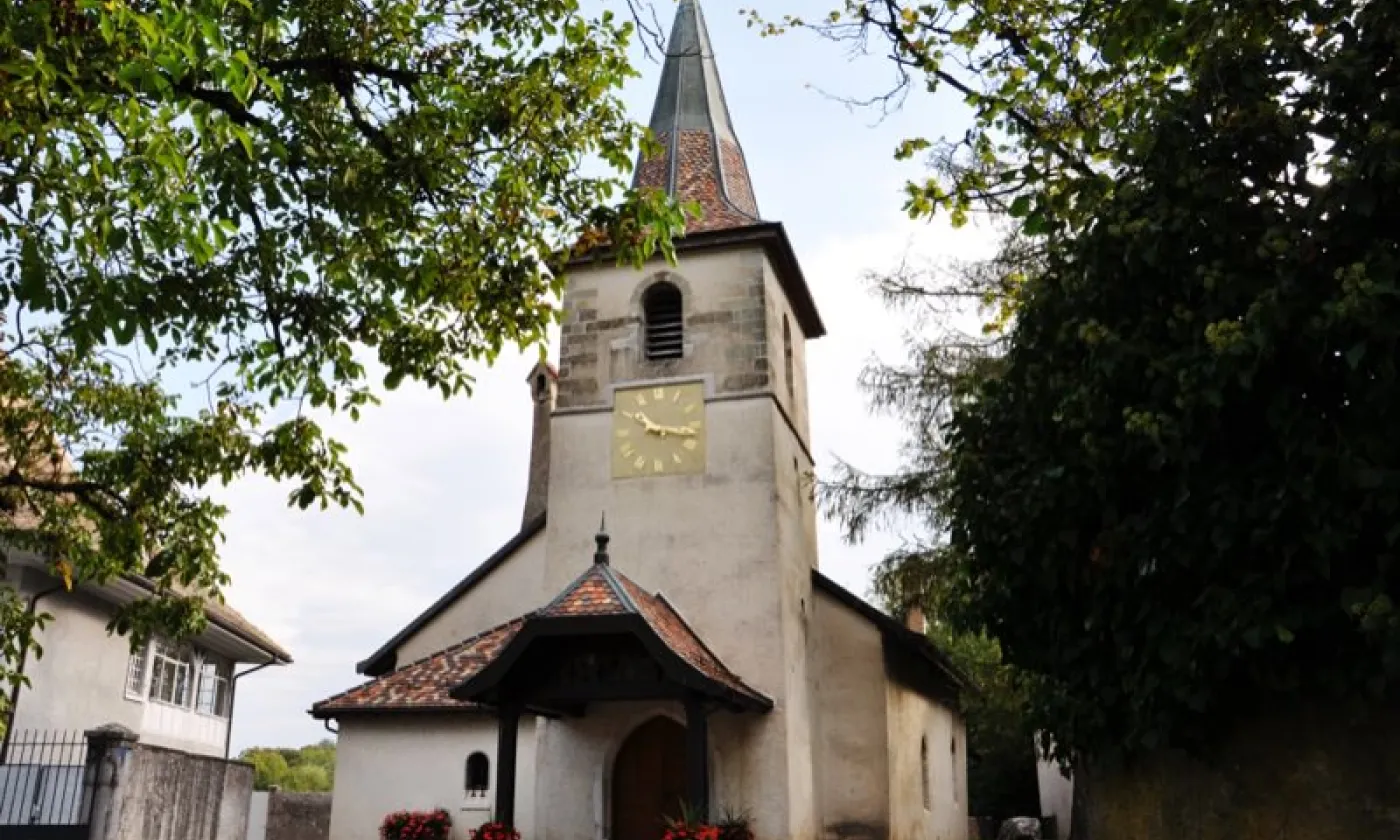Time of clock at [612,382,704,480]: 10:17
